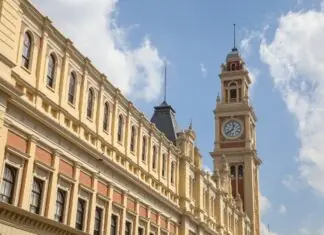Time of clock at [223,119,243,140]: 12:38
